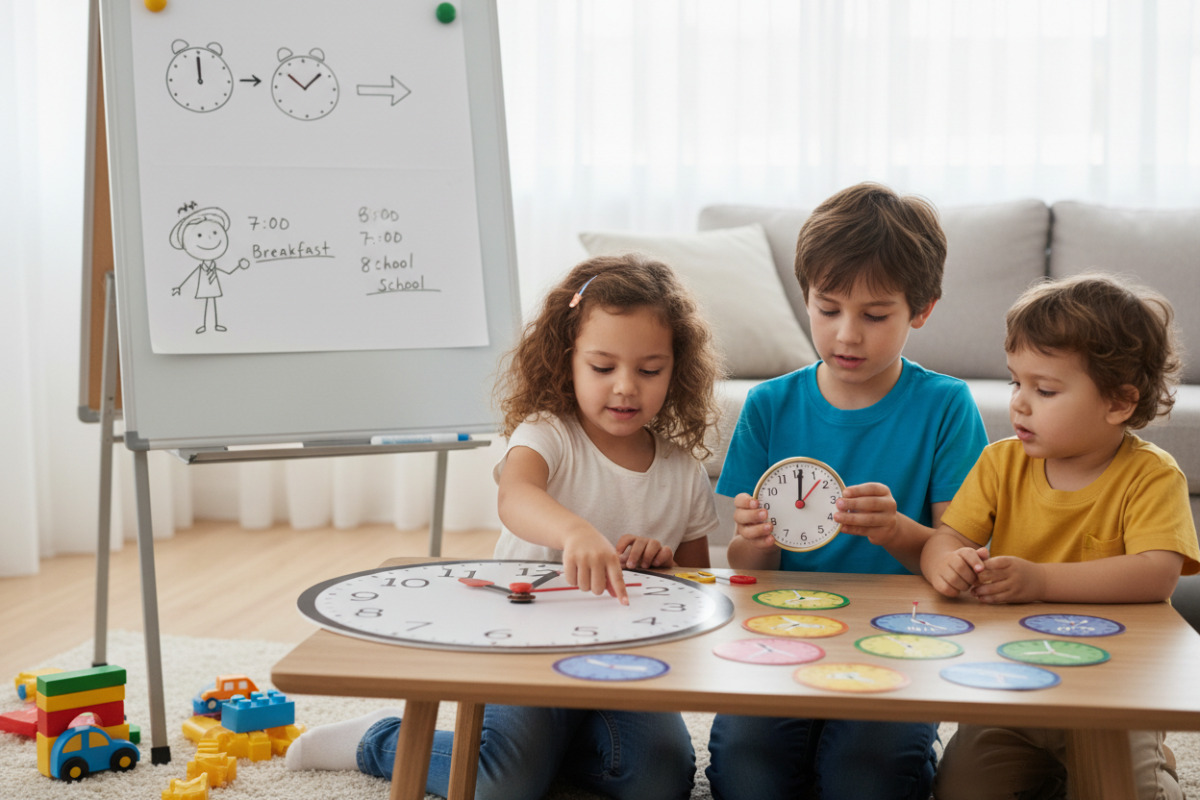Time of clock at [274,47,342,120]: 10:07
